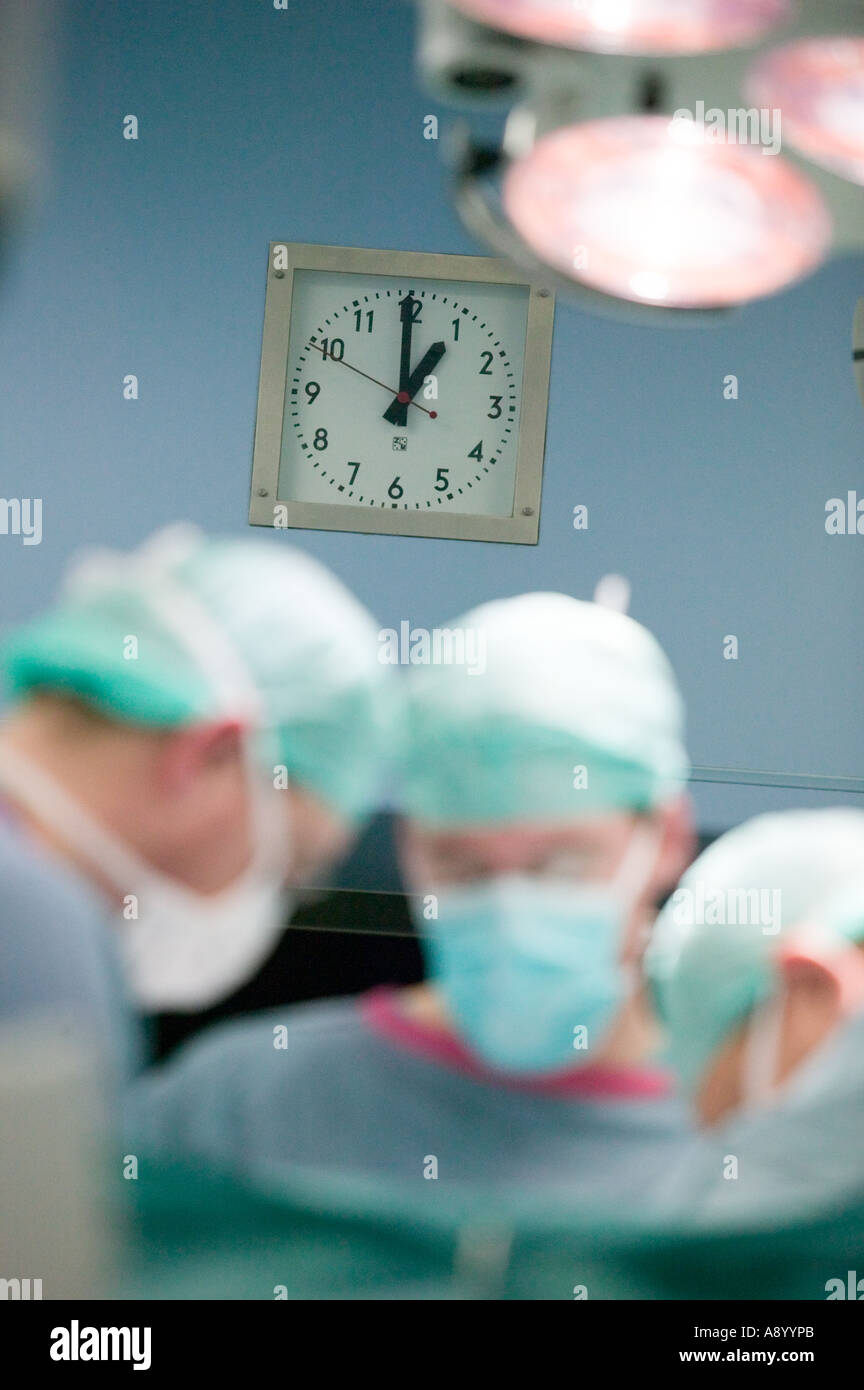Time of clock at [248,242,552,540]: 12:59
